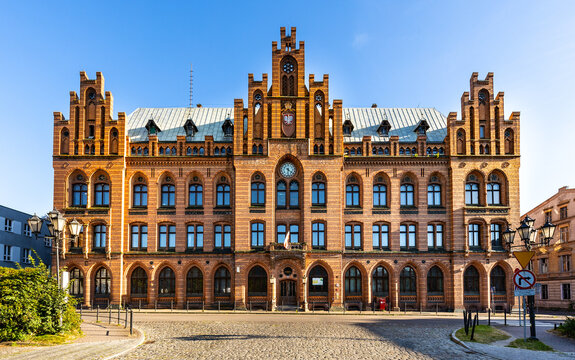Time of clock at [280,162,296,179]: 6:21
